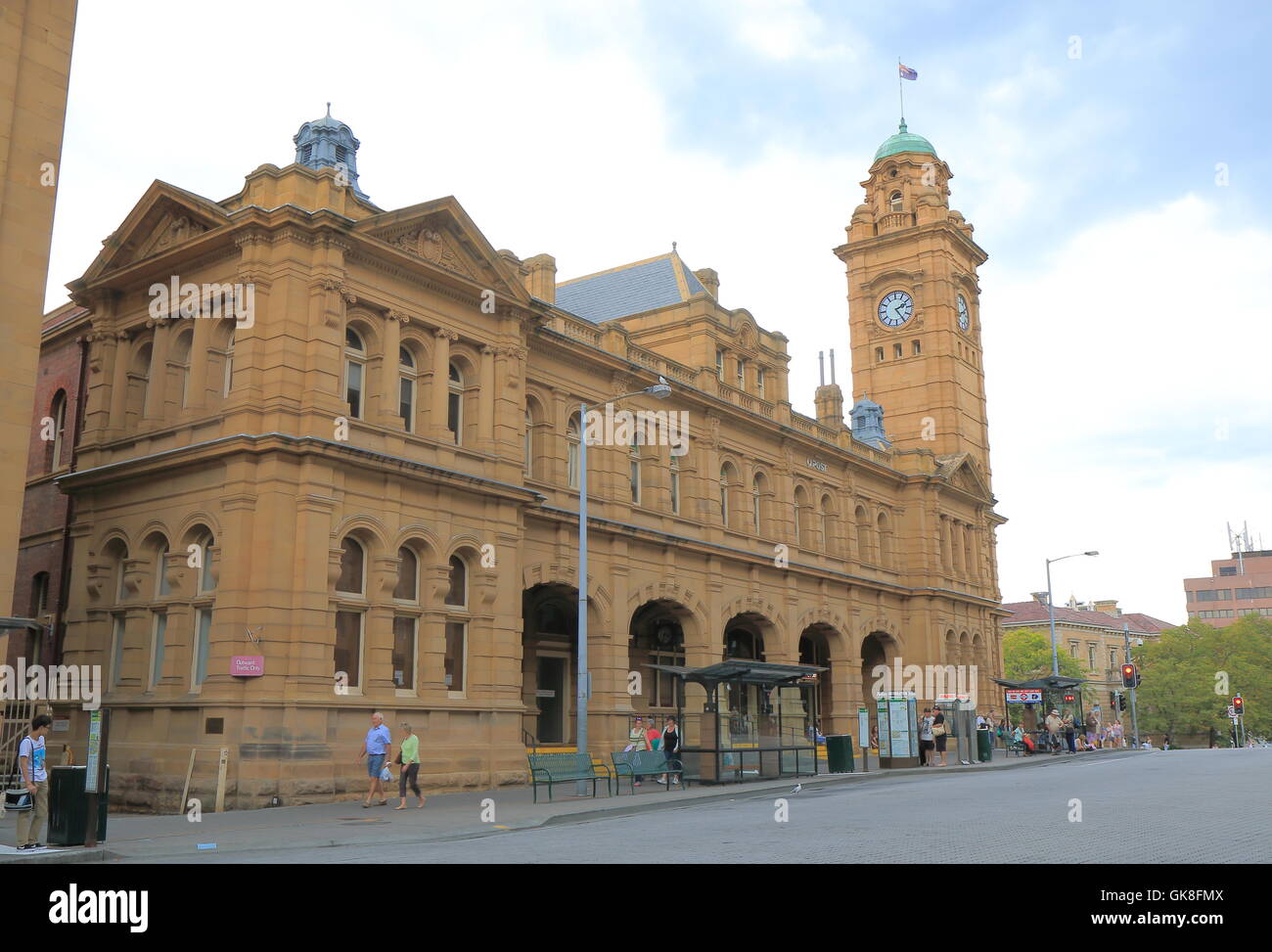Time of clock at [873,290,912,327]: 2:24
